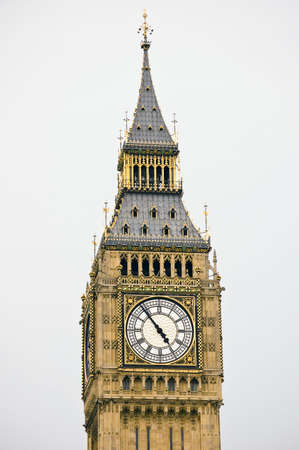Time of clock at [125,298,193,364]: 4:53
